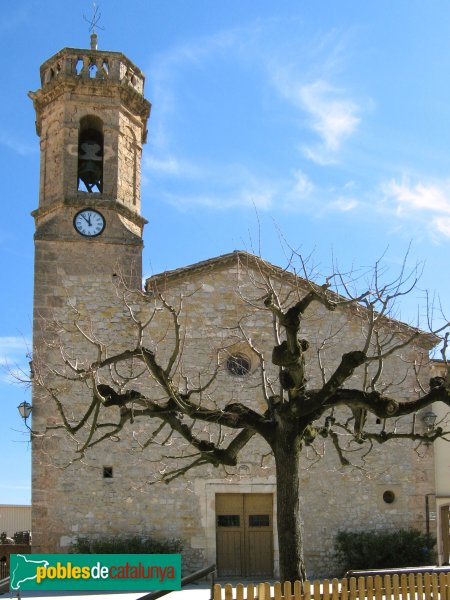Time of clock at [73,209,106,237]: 11:52
